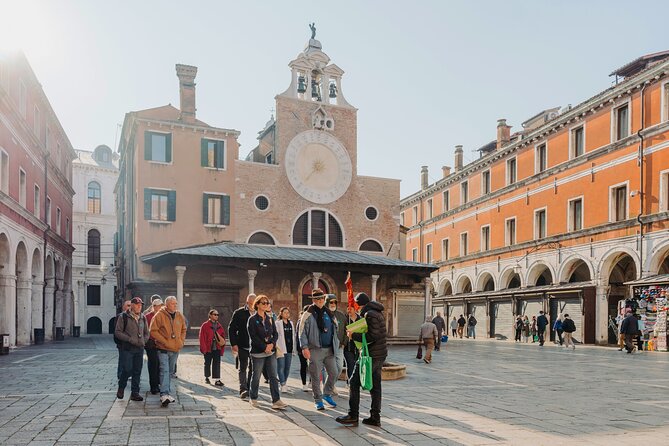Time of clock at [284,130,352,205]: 7:37
